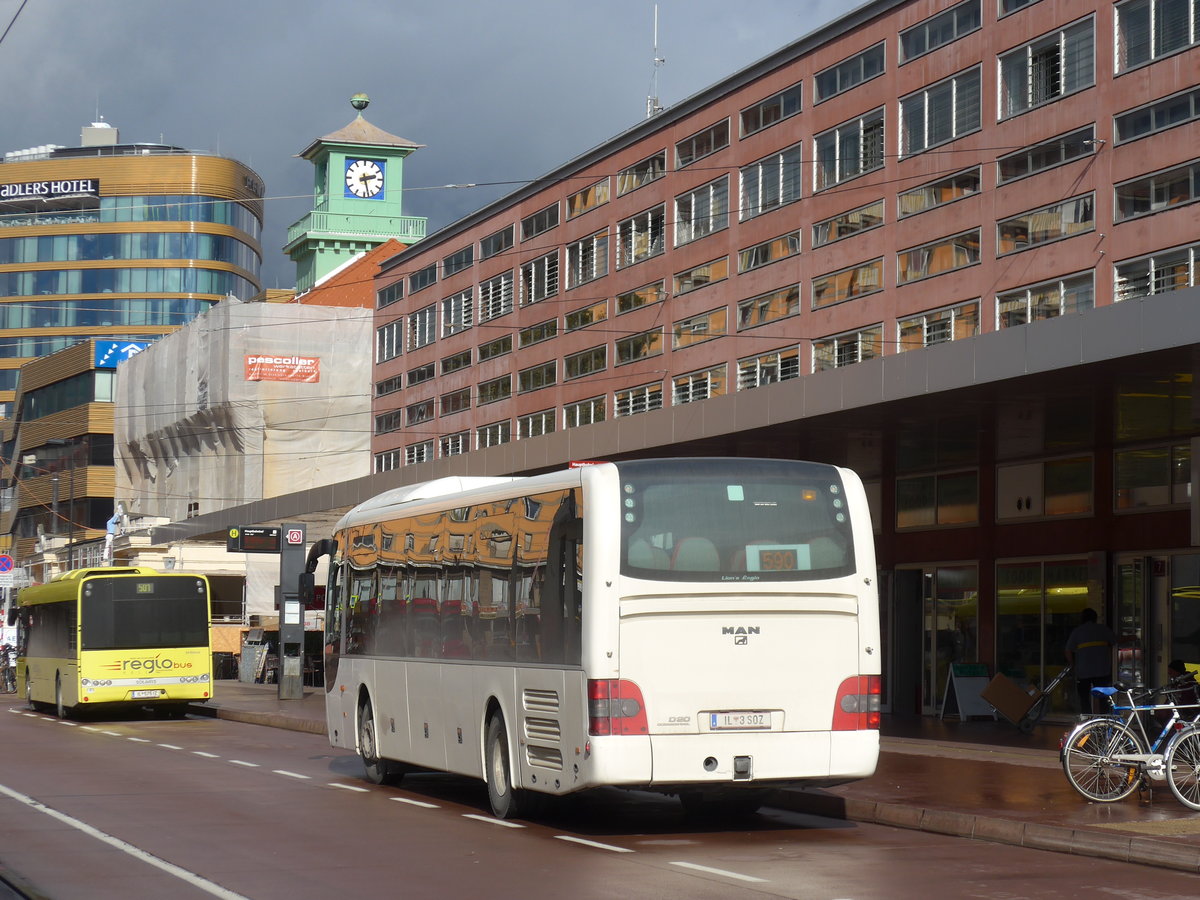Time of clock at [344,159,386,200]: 2:27
